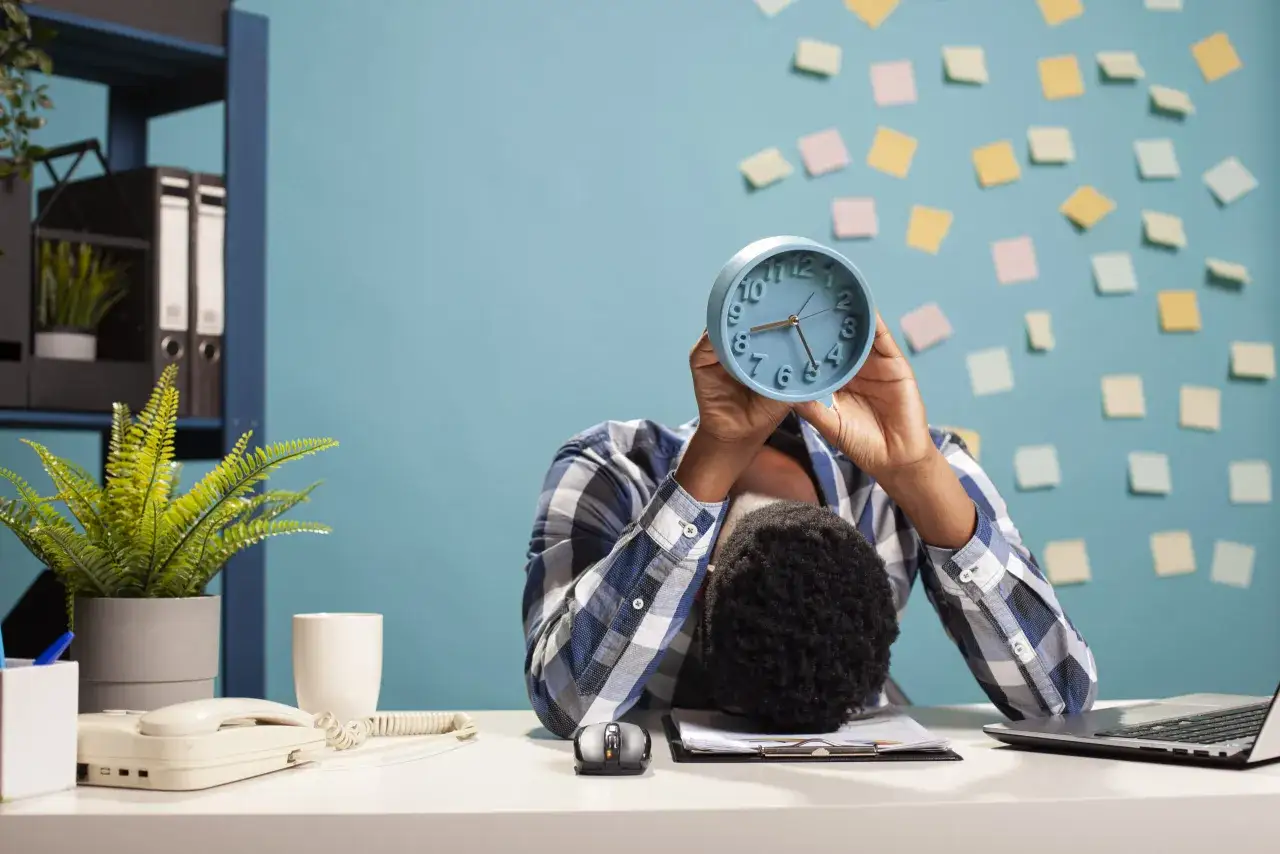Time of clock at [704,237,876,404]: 8:23
